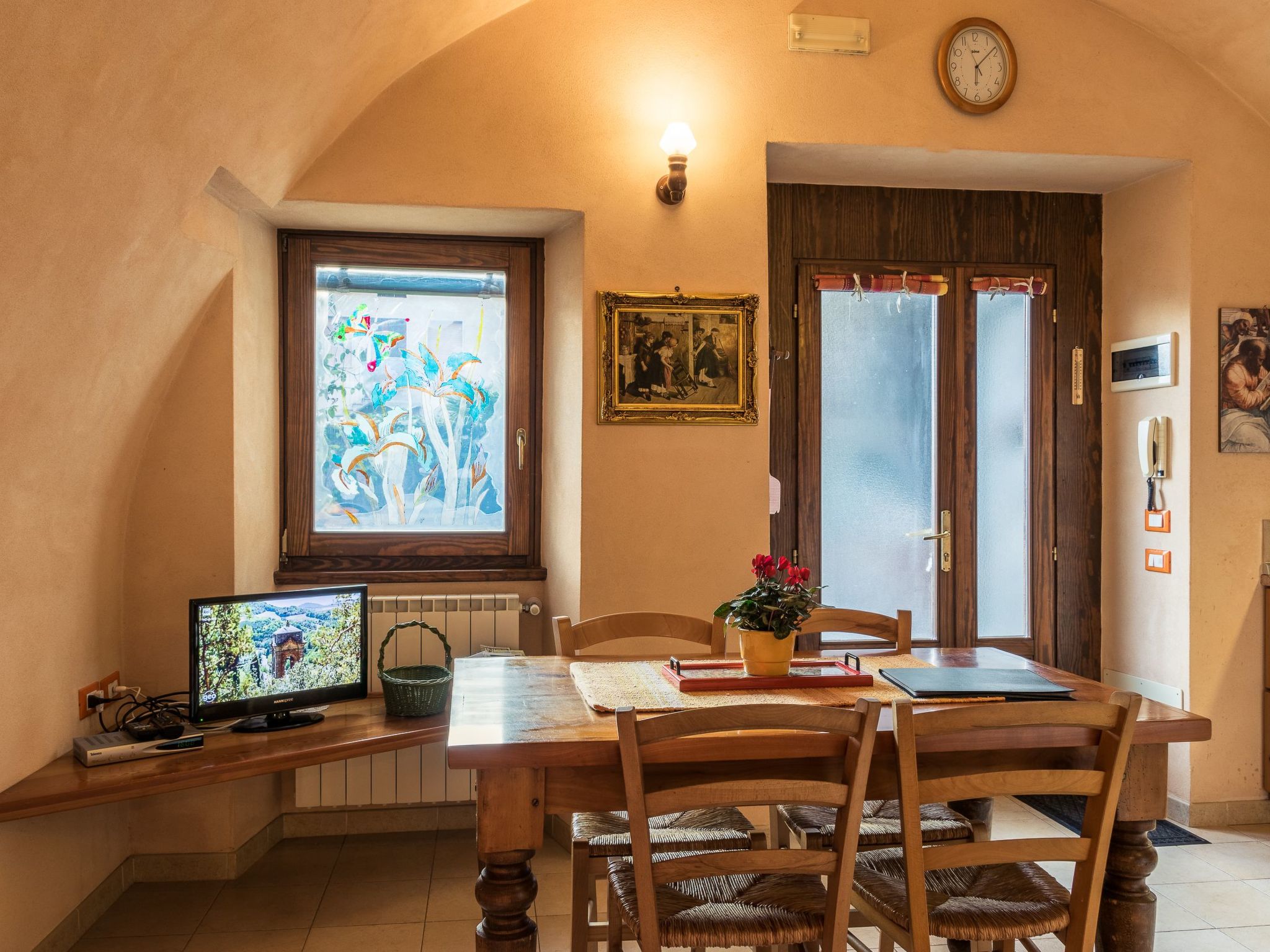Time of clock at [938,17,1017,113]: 6:08
